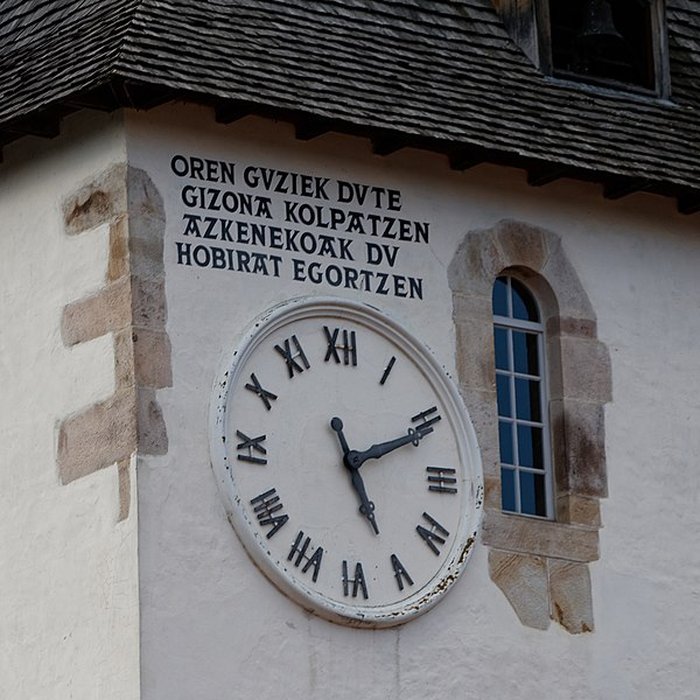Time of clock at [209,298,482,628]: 5:11
